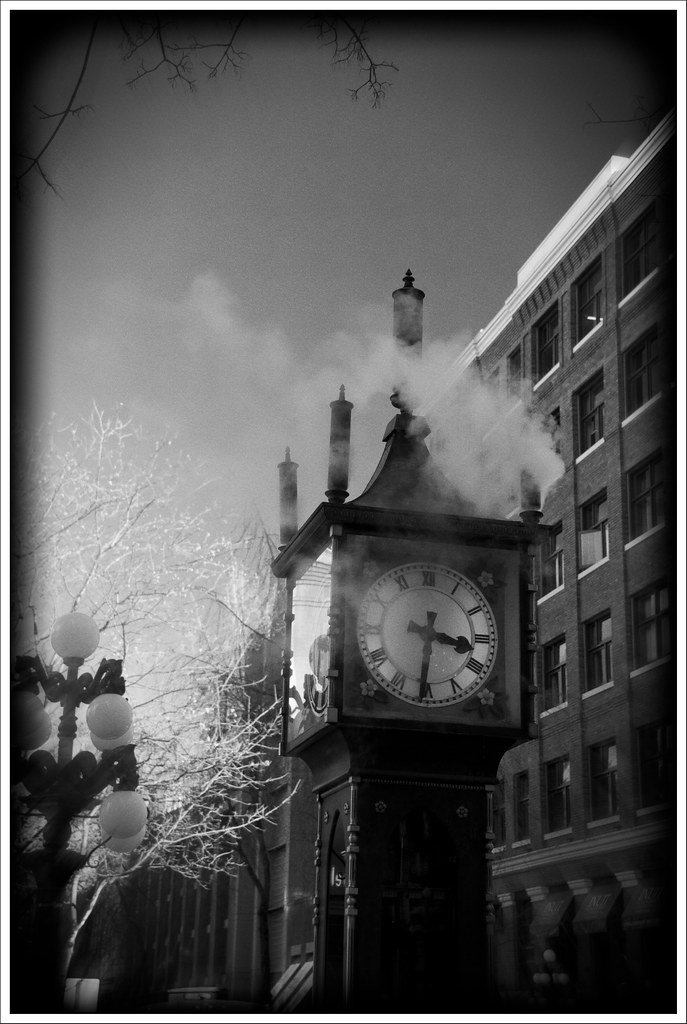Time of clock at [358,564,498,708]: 3:31
